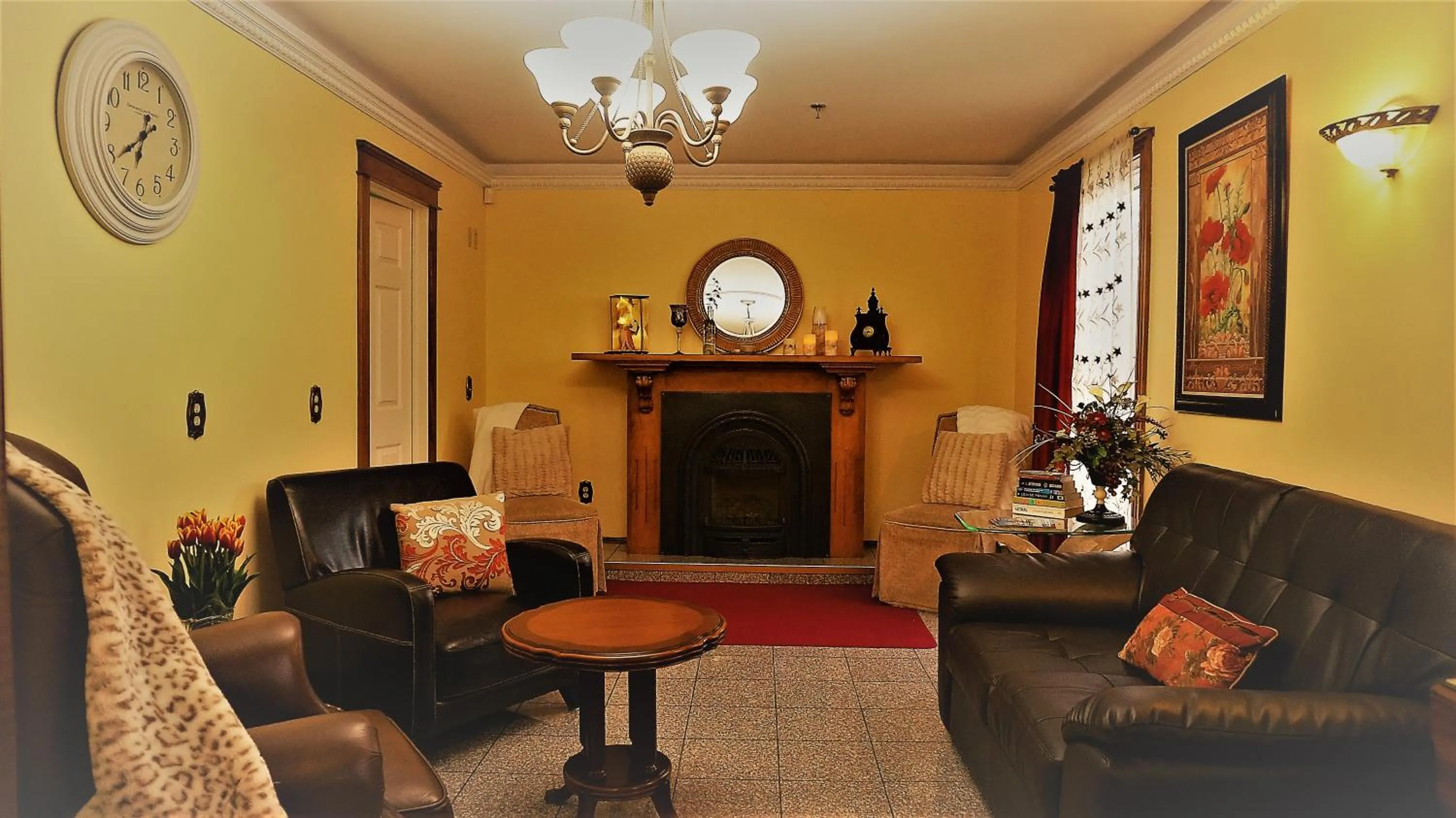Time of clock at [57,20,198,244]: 6:39
